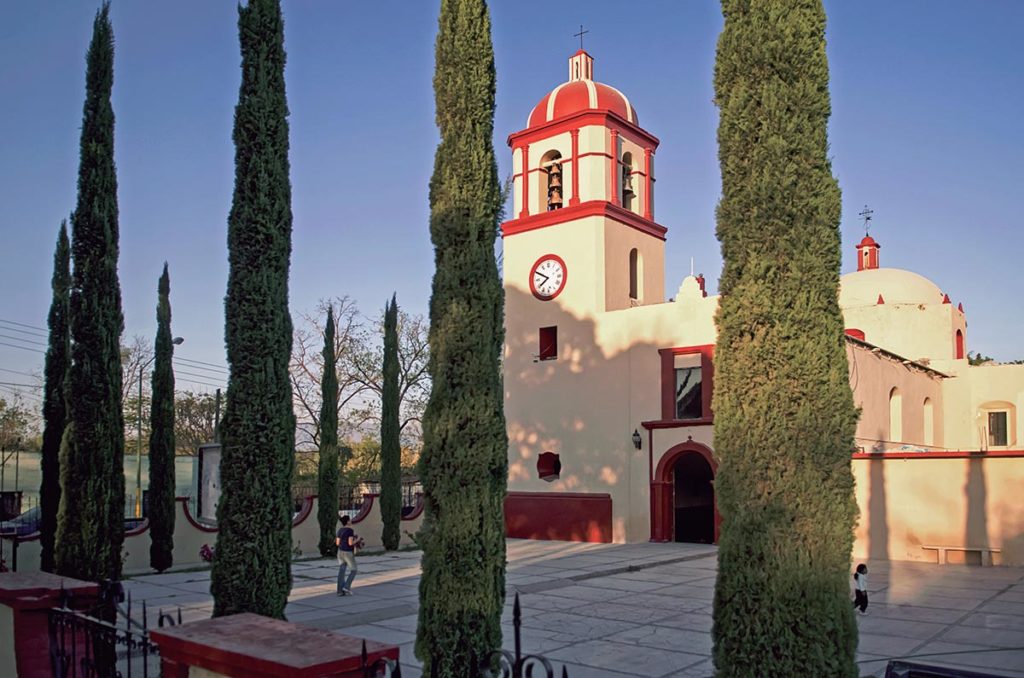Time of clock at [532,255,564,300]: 7:49
